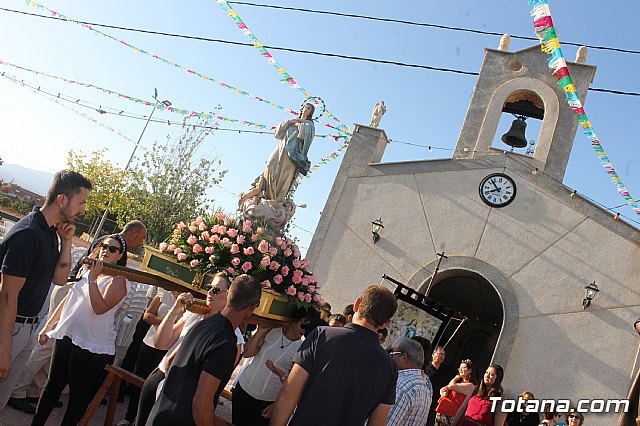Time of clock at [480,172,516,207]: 7:52
